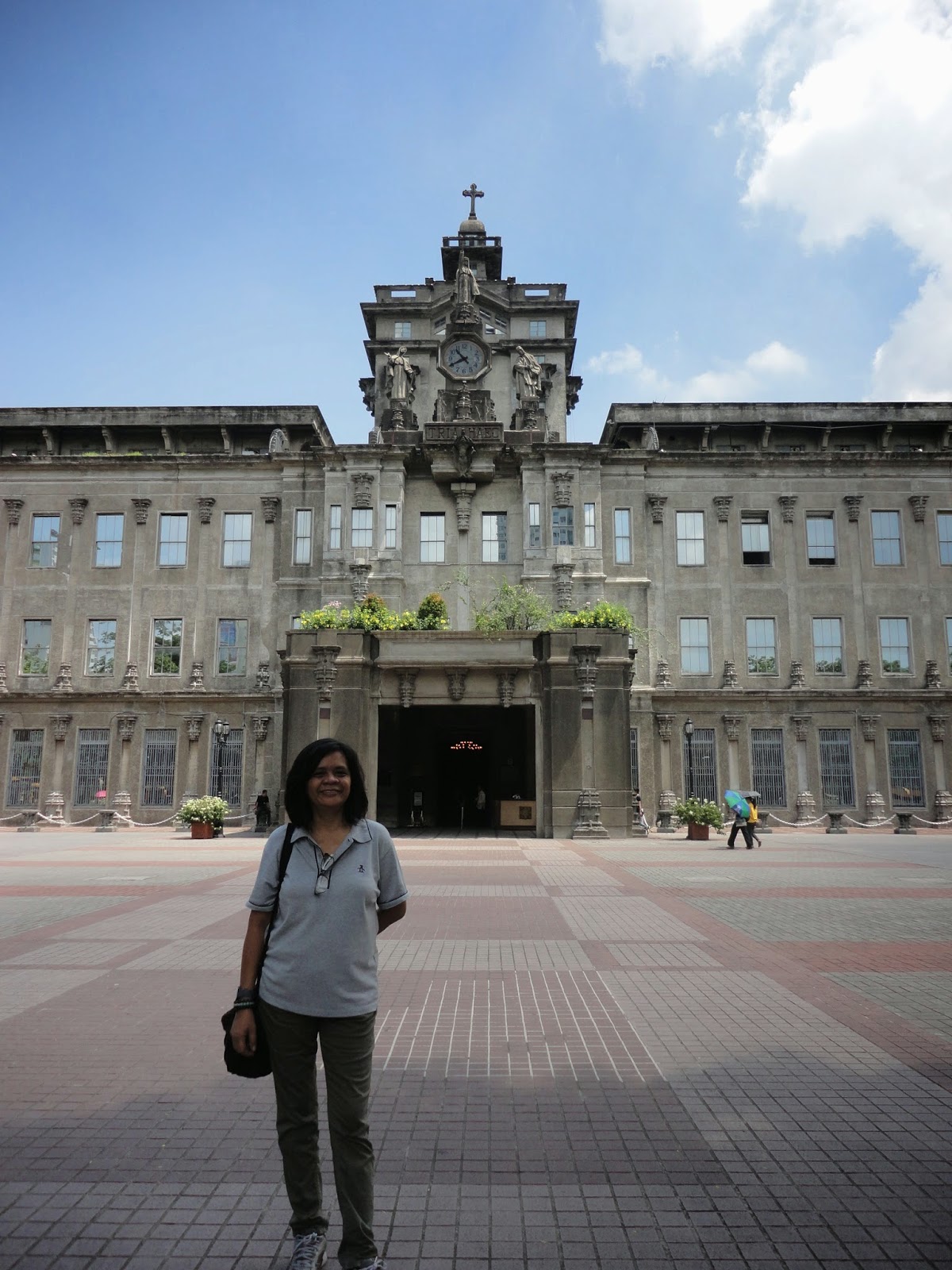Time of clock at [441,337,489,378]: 10:40
